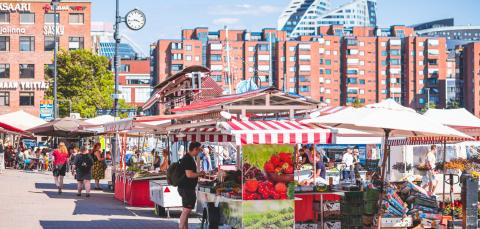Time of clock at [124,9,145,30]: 3:43
